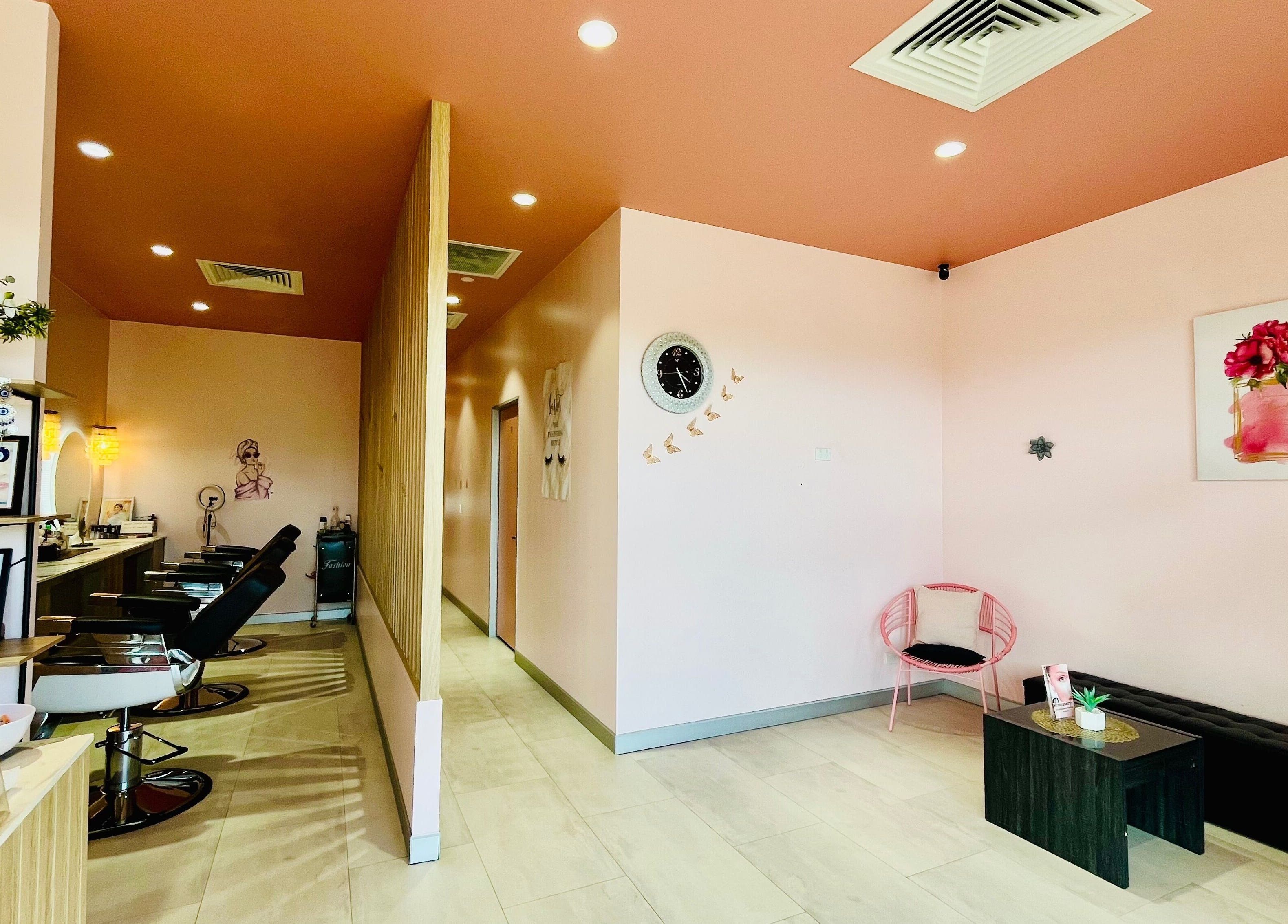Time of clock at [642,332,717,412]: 4:26
